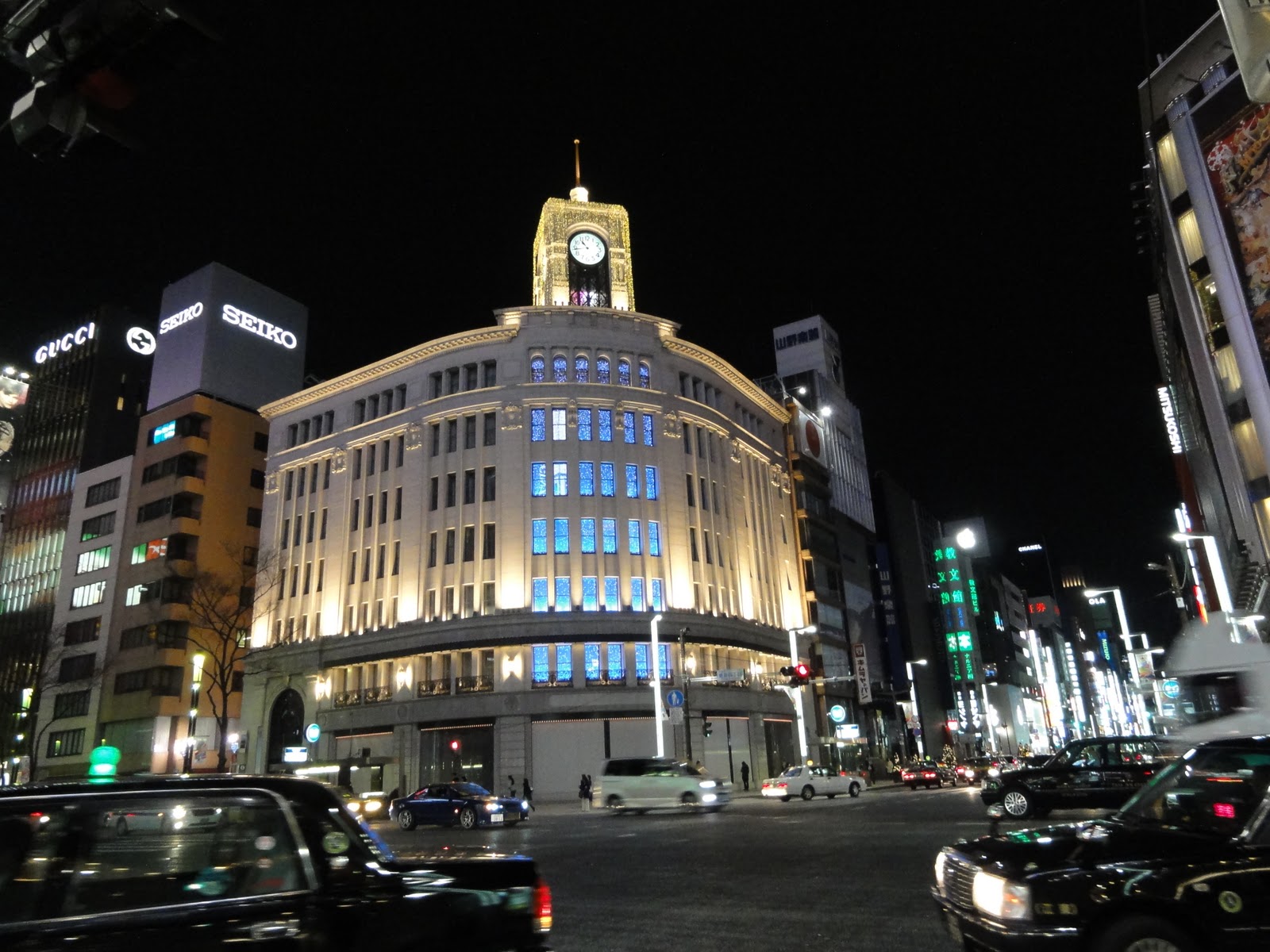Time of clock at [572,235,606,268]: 10:43
